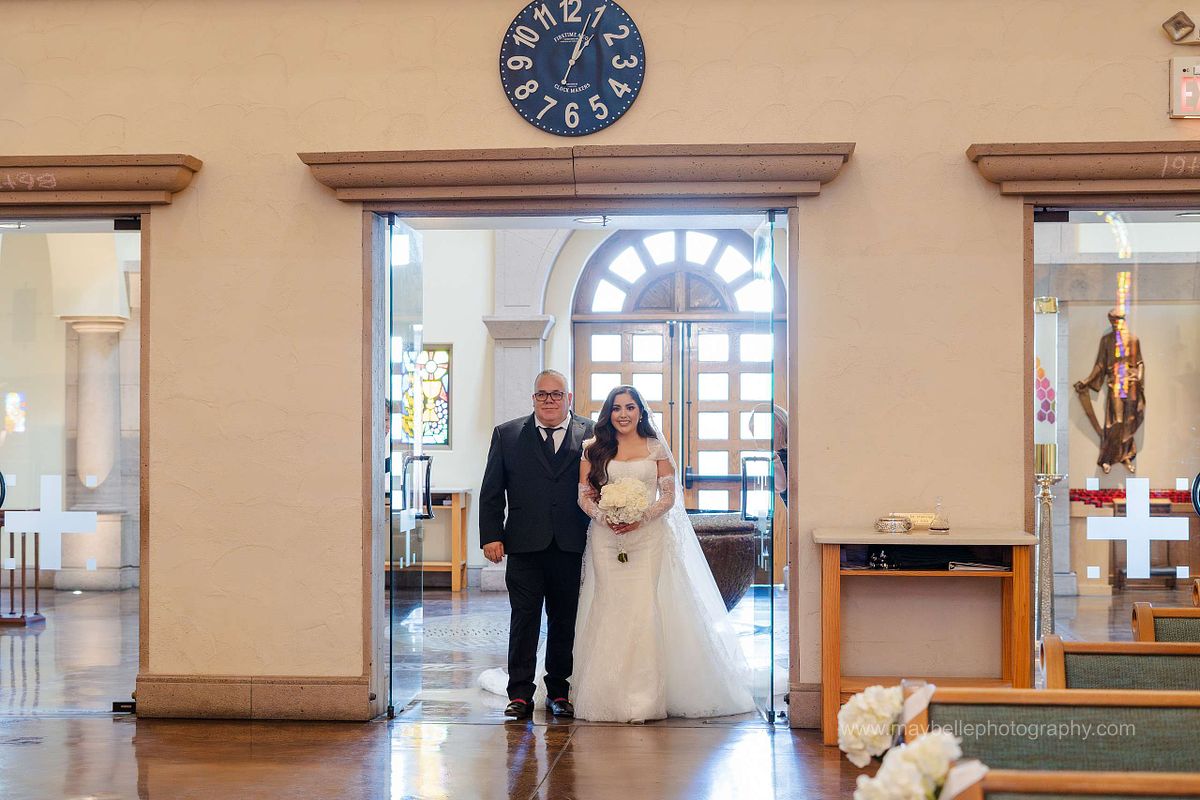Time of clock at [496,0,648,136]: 1:03
